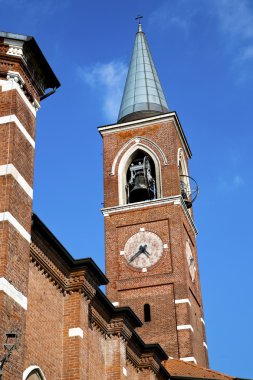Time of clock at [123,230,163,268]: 4:37
